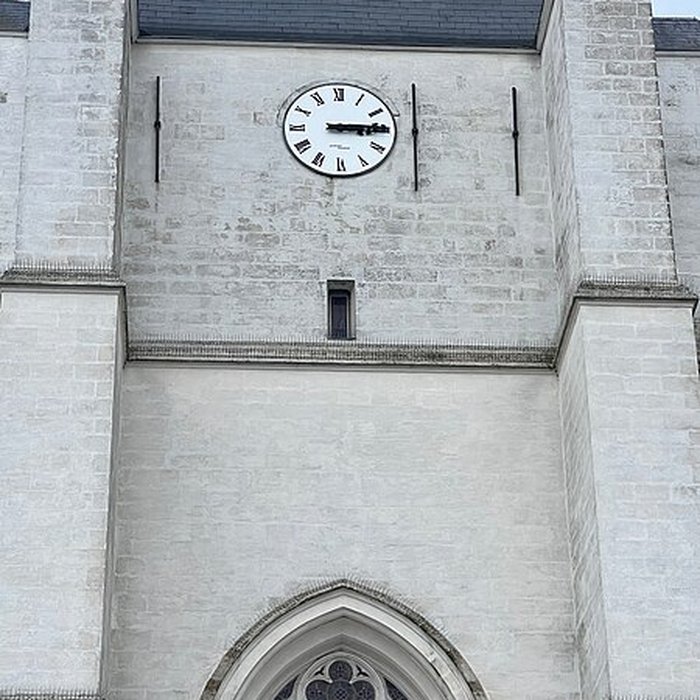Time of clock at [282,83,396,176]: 3:14
